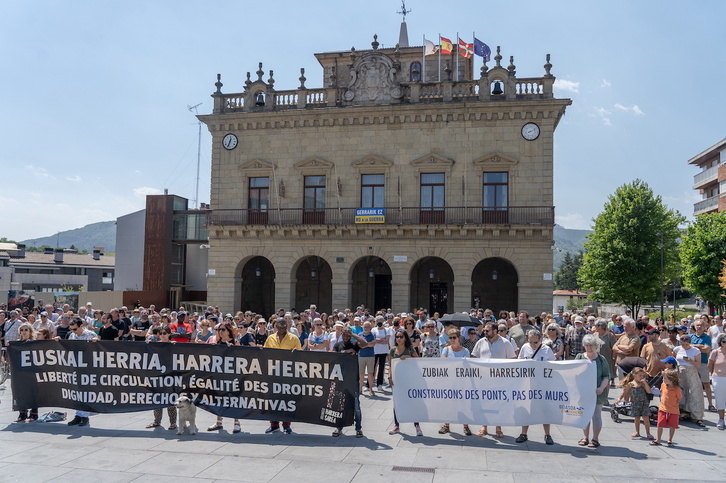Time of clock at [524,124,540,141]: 8:11
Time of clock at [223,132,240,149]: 12:33
